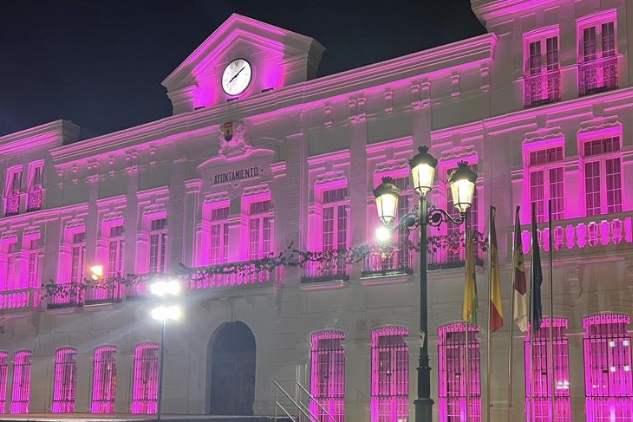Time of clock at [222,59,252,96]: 8:09
